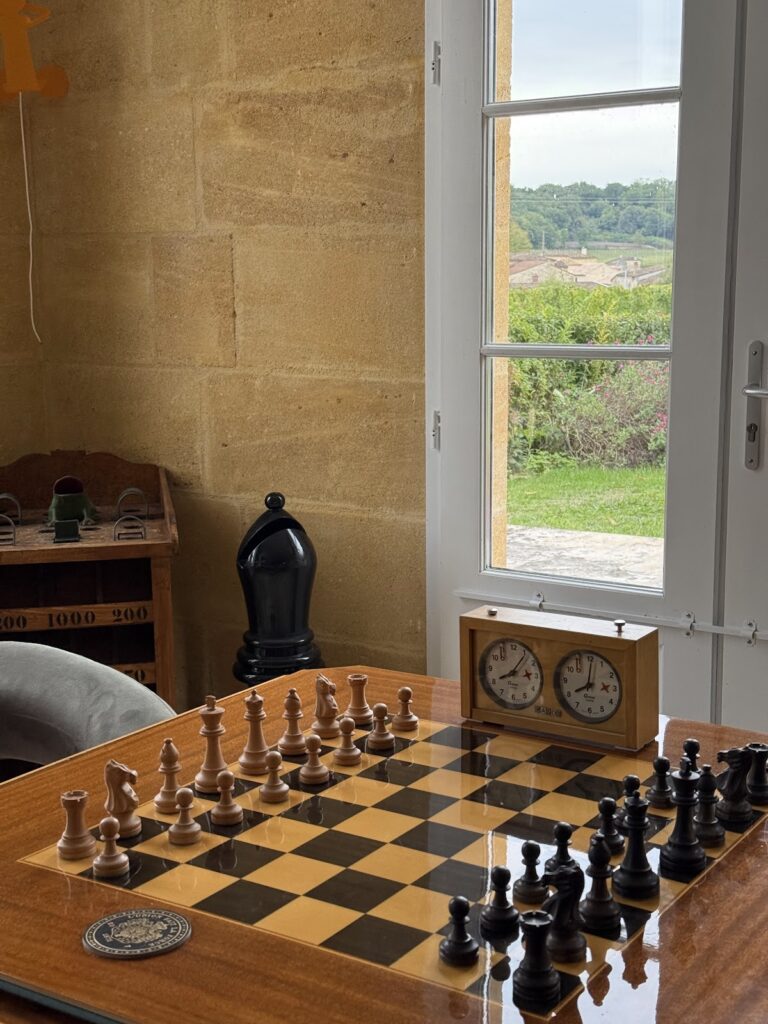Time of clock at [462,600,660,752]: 8:02
